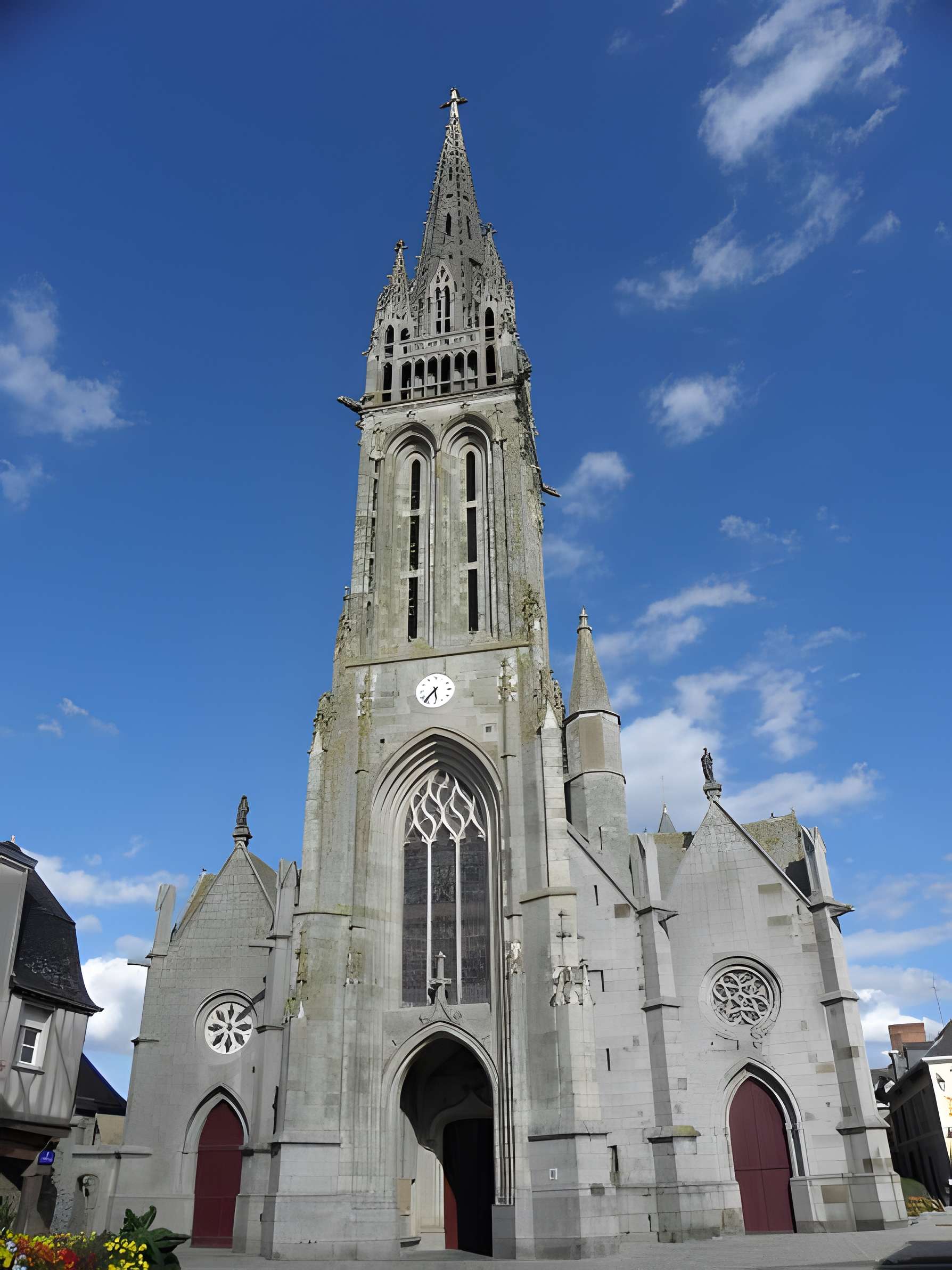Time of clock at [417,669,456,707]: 5:36
